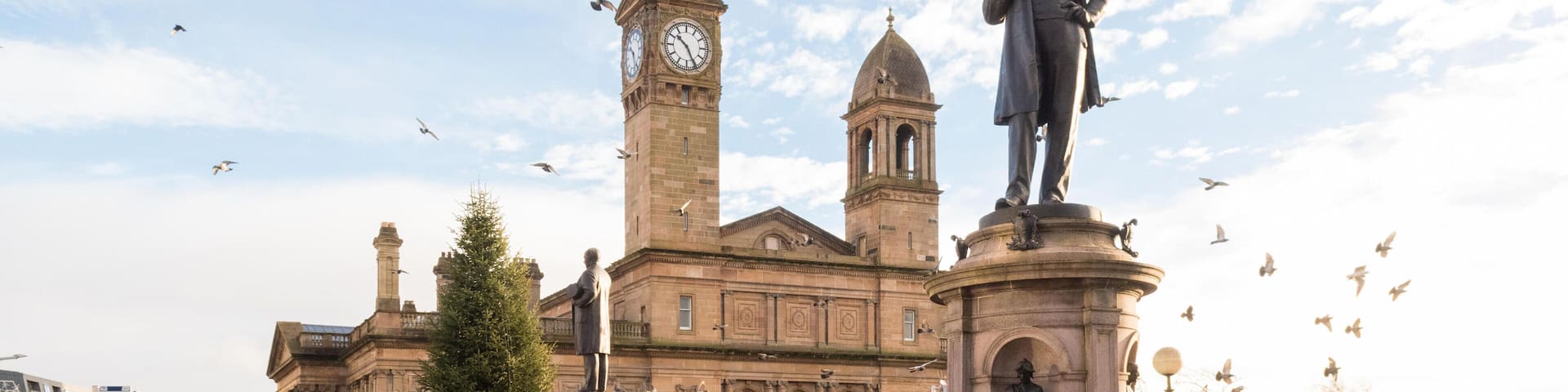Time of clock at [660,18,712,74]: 10:25
